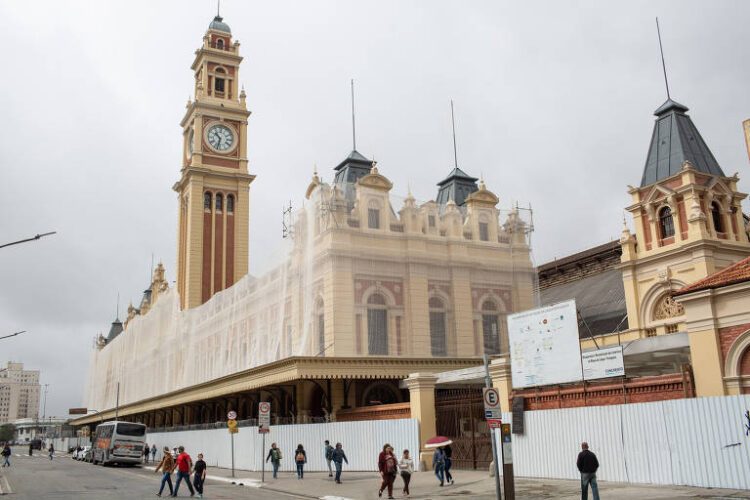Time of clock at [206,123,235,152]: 10:32
